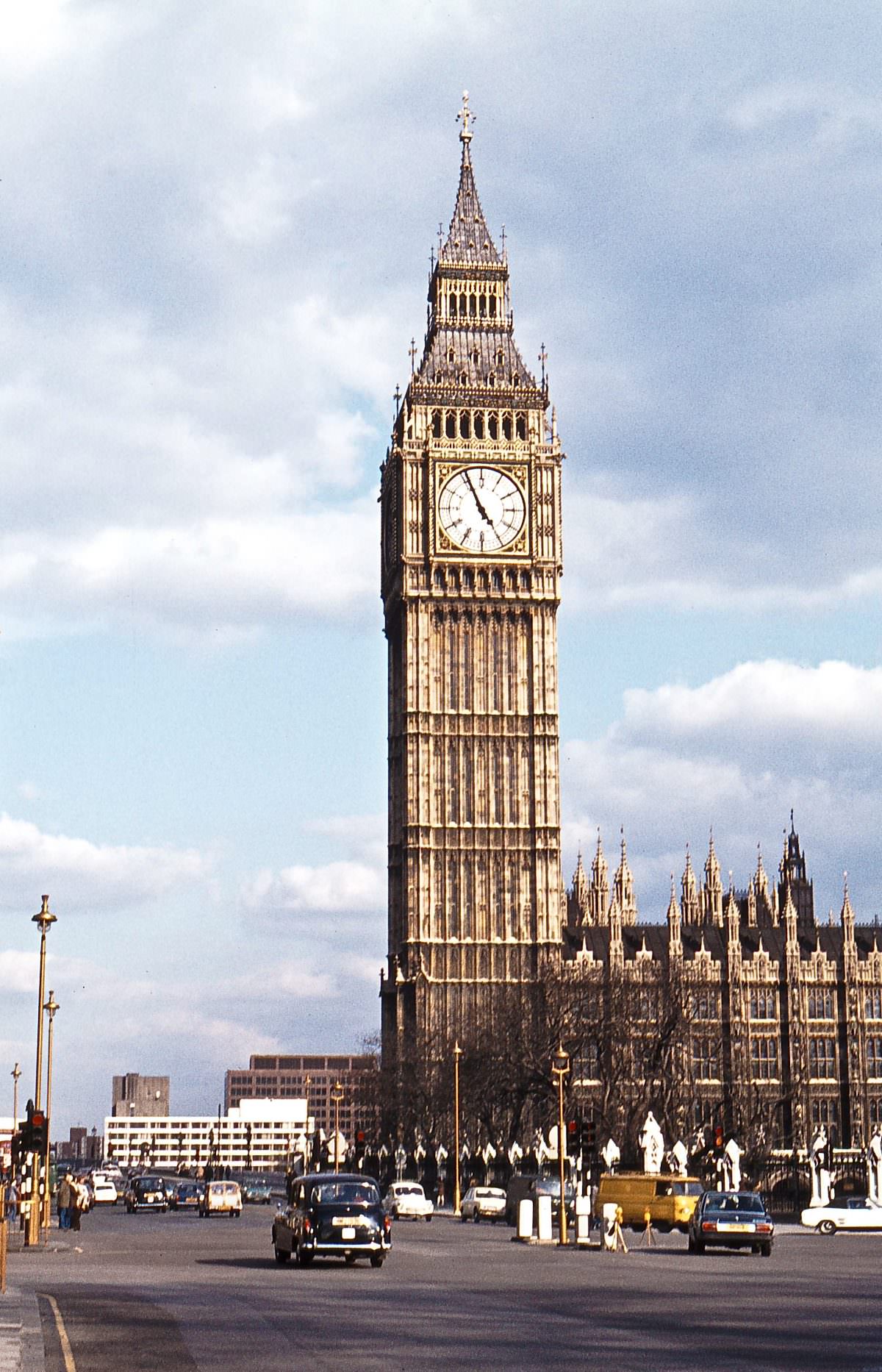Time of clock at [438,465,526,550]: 4:55
